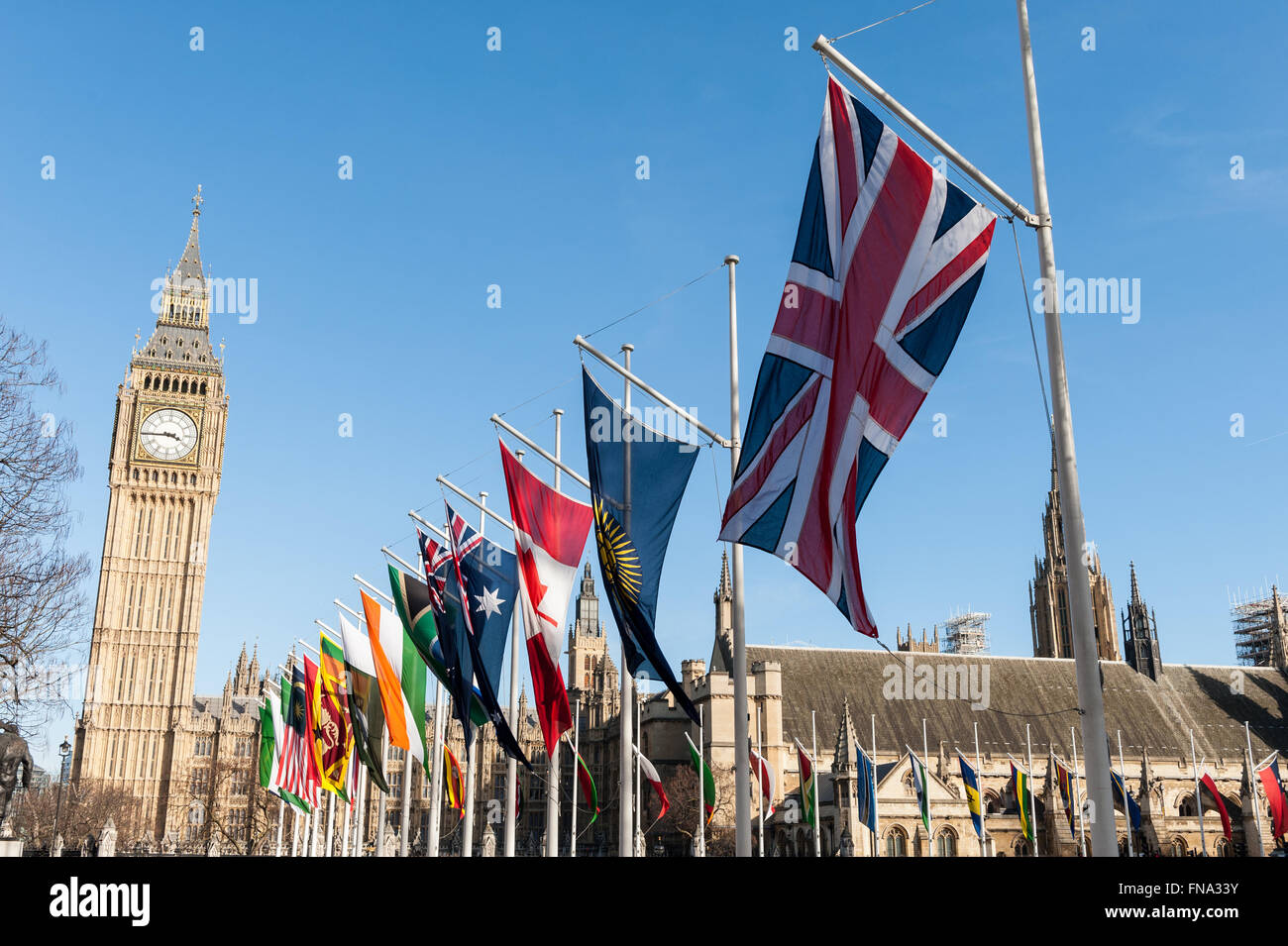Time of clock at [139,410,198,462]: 3:44
